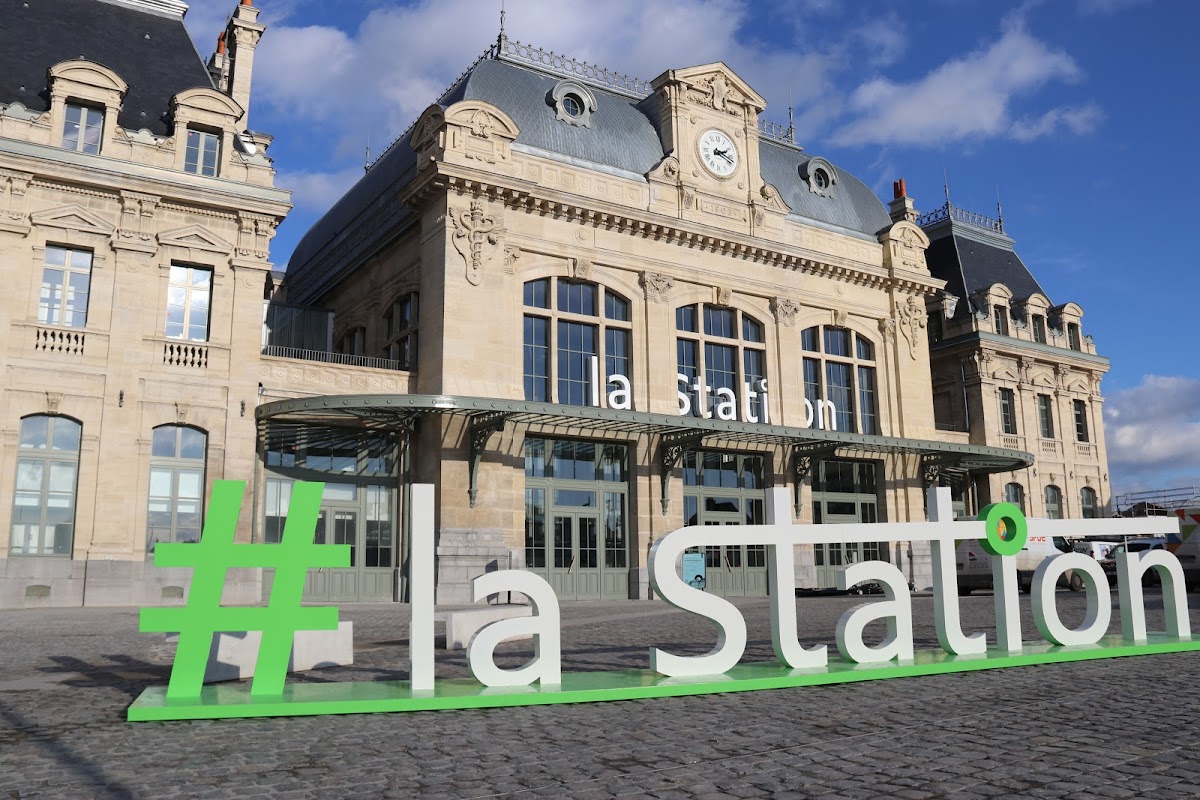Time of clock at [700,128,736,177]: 2:18
